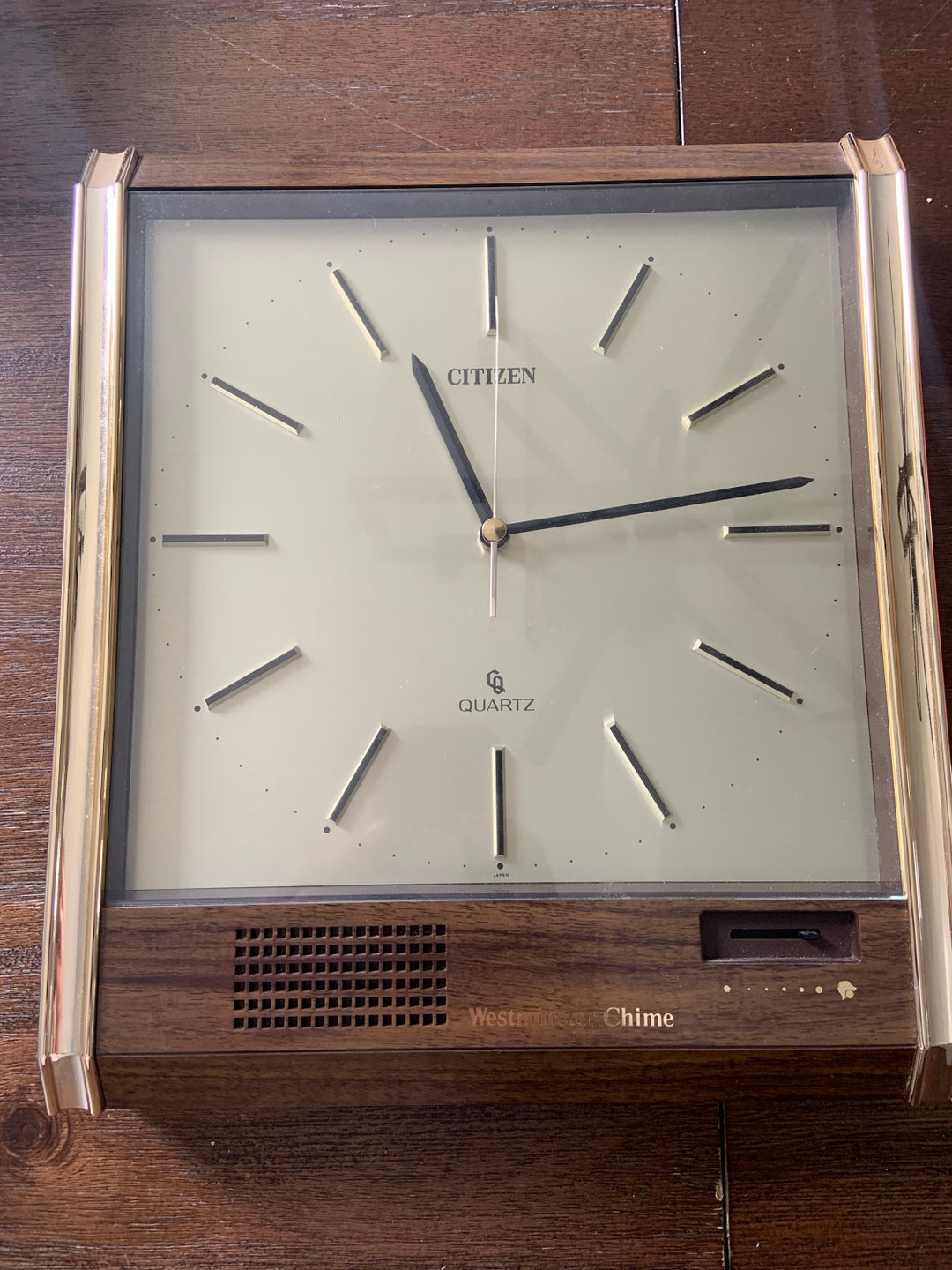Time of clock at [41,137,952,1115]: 11:13
